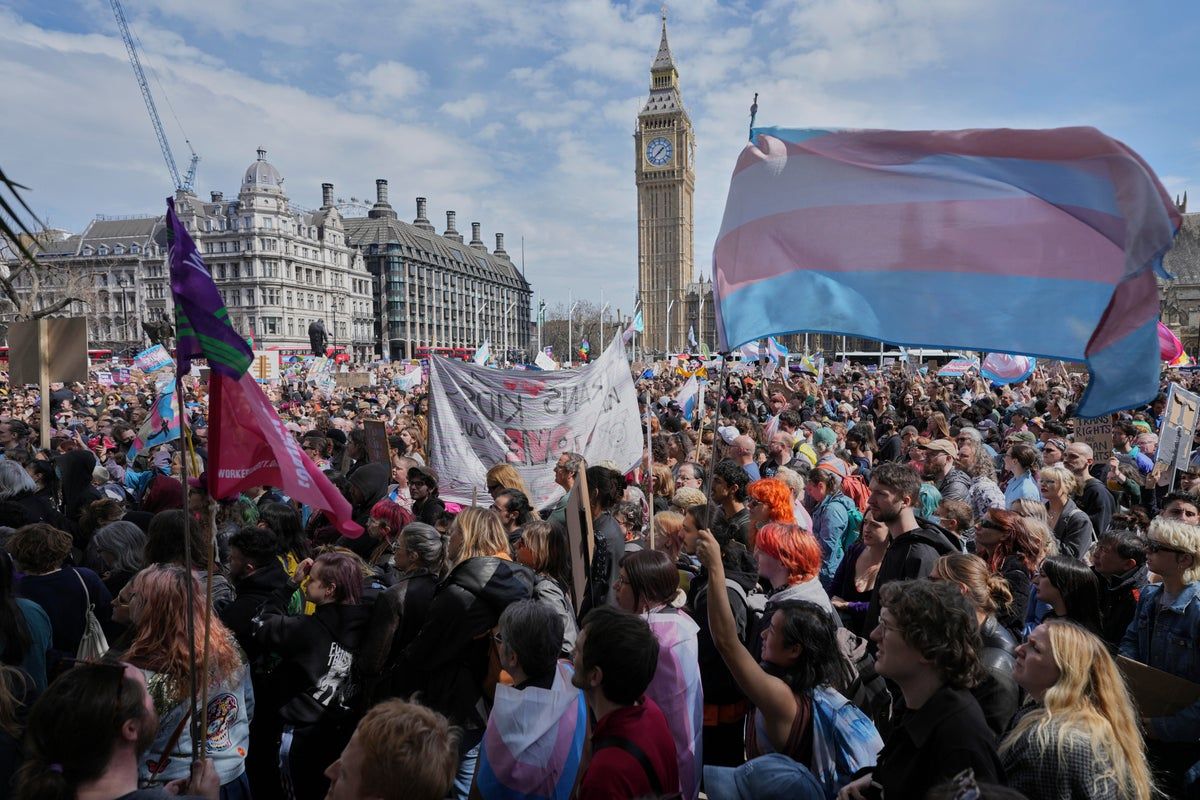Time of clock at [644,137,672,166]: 1:37
